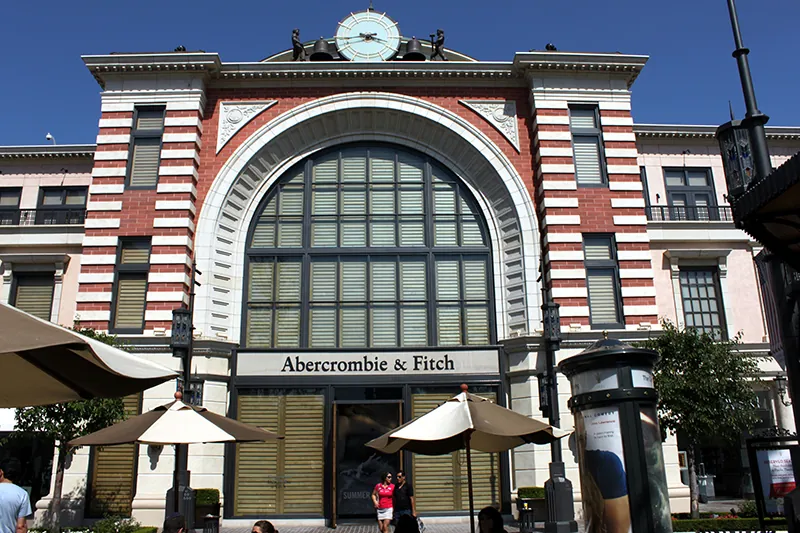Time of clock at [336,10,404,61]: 3:43
